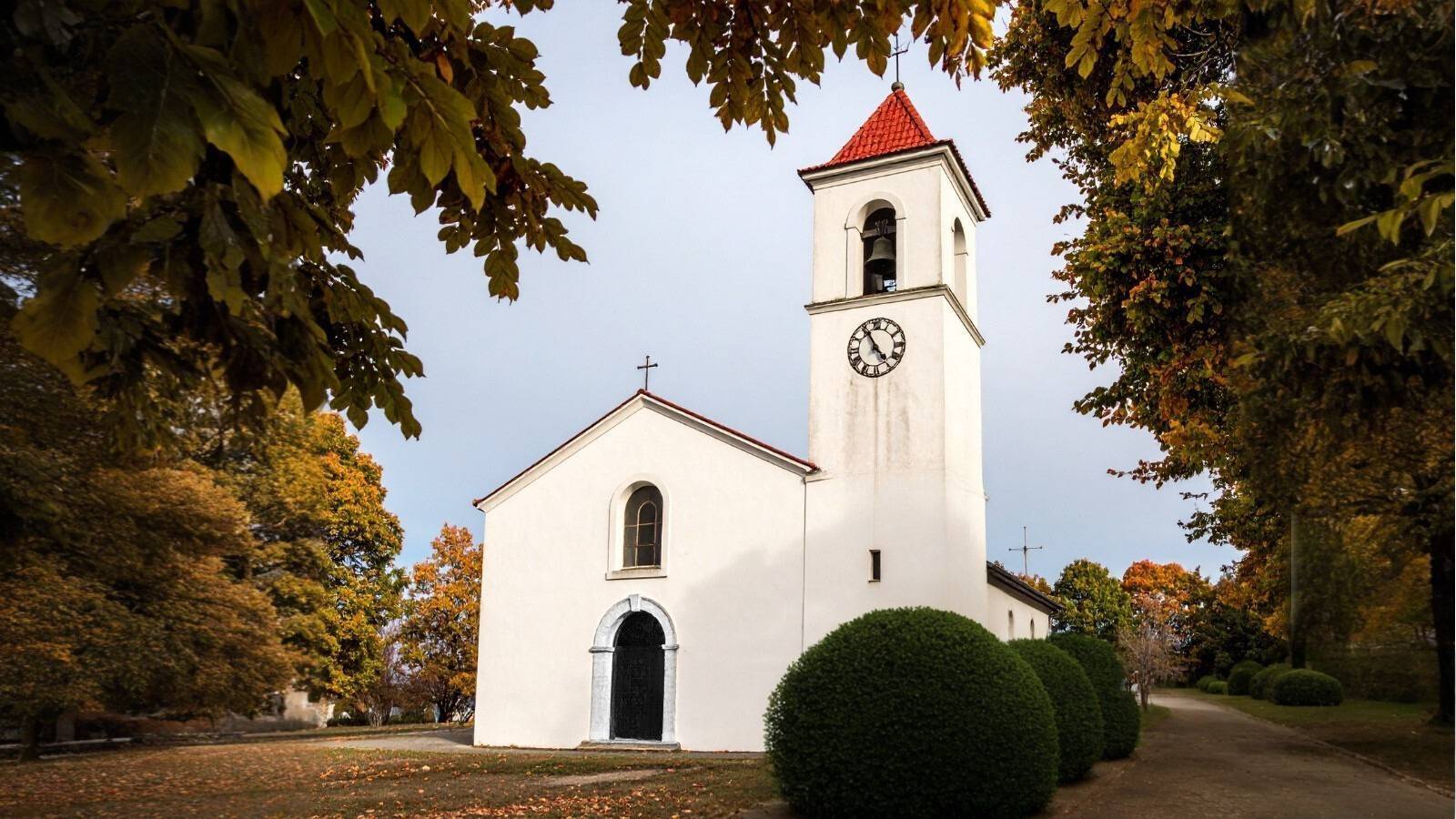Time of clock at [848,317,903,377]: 4:55
